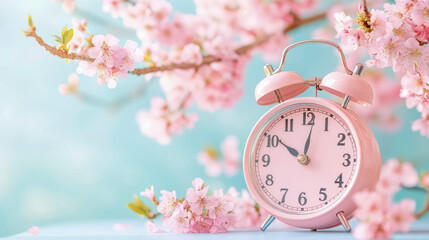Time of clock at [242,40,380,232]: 10:01
